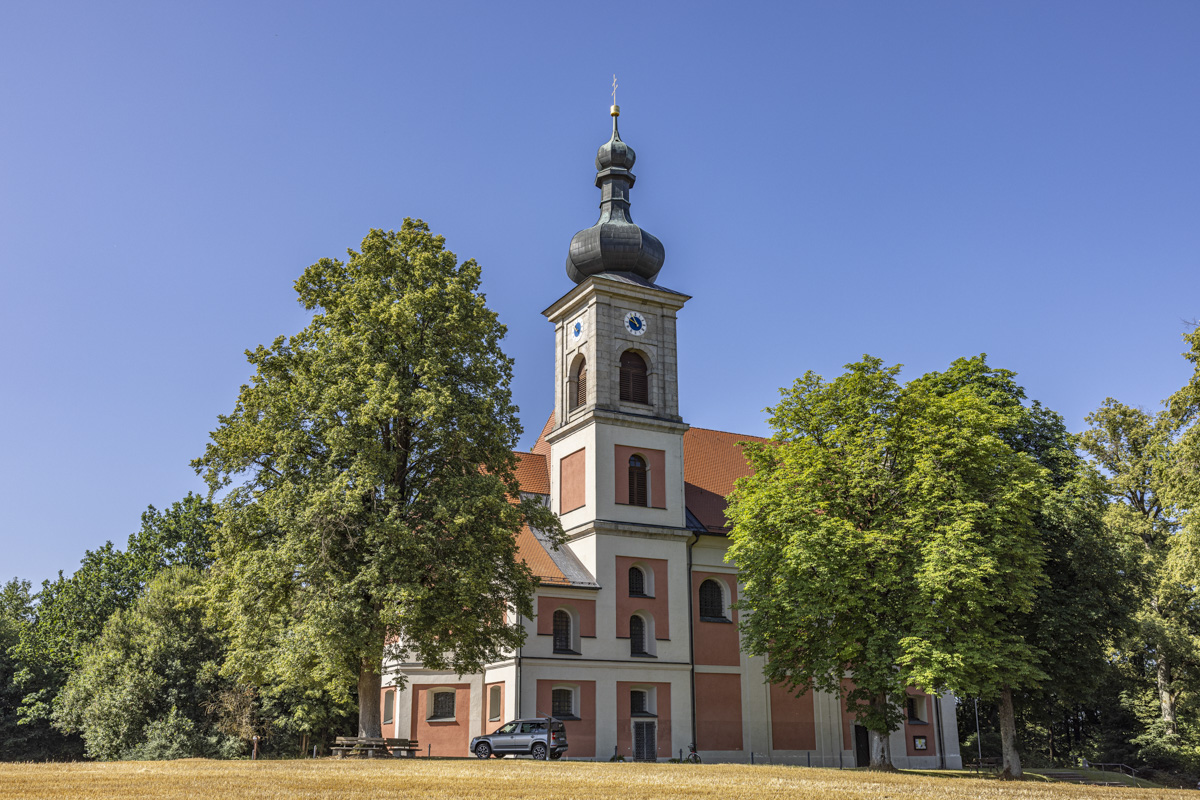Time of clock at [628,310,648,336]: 9:55
